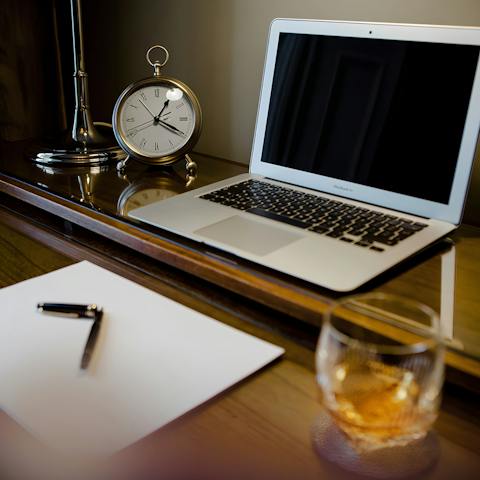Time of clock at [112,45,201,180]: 4:05
